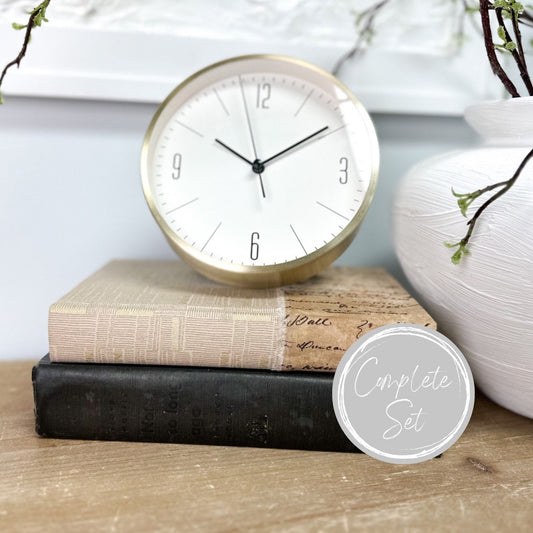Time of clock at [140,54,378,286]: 10:09
